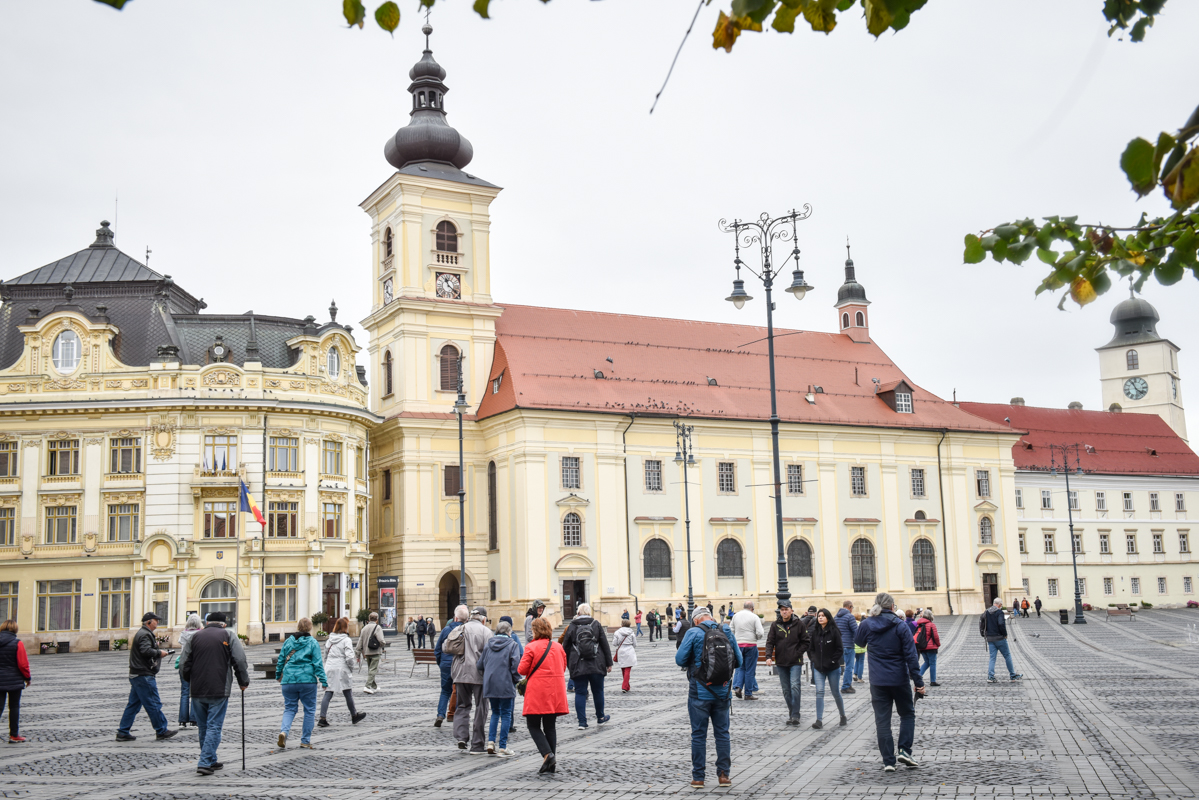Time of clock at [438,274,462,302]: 11:21
